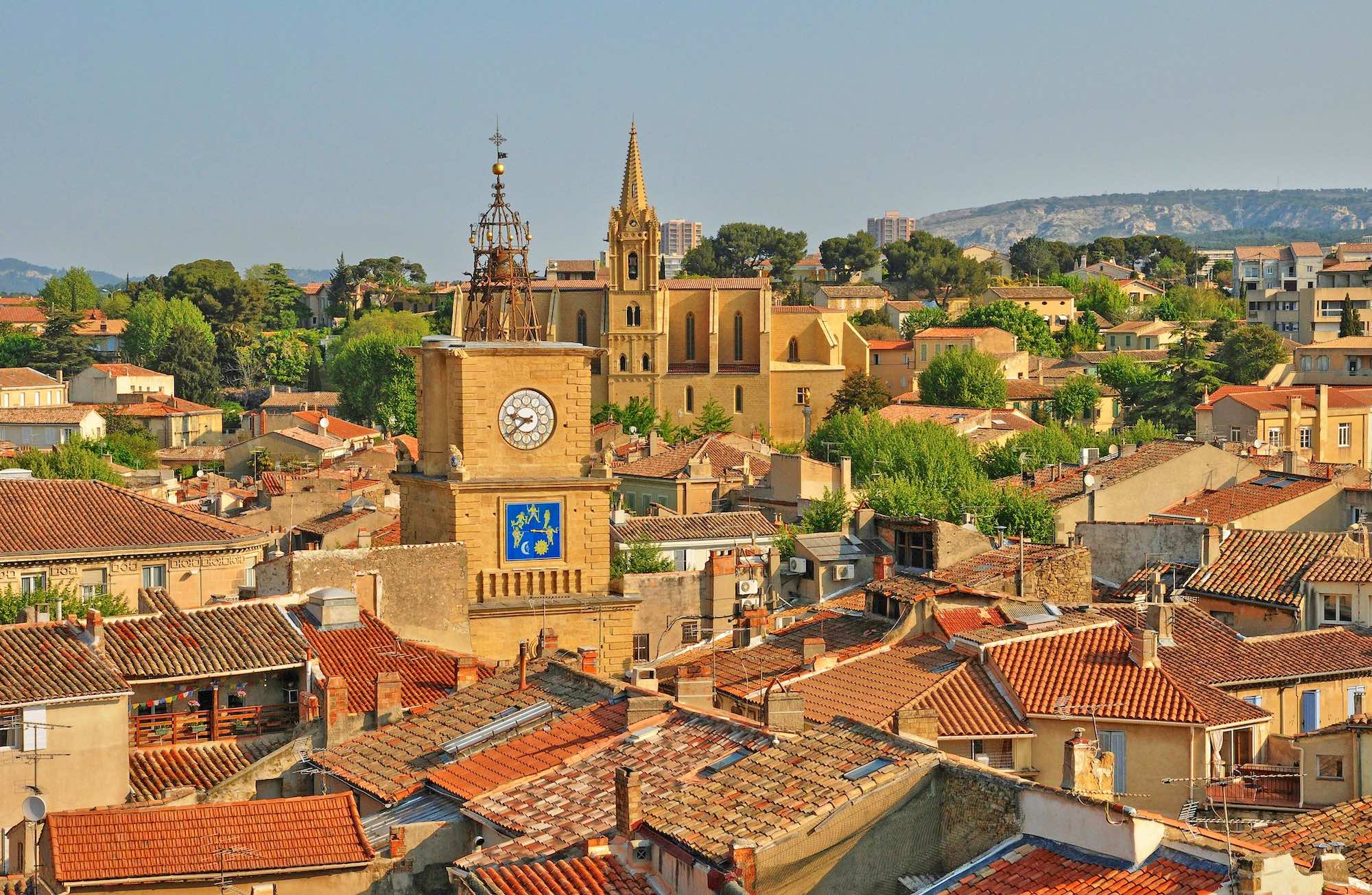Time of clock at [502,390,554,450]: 9:39
